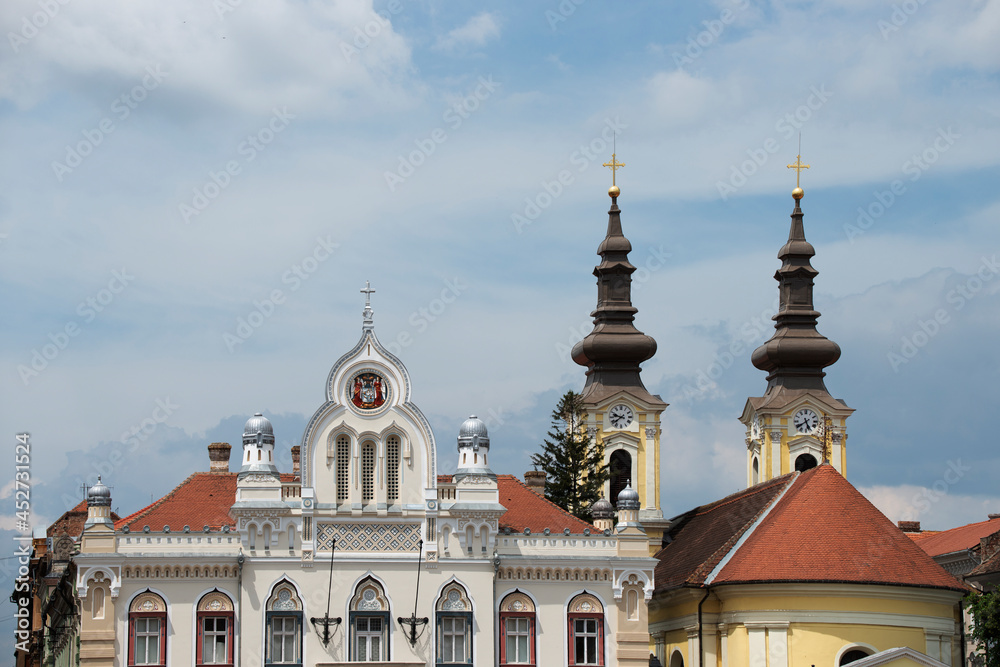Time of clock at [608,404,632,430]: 9:38
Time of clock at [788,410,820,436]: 5:38
